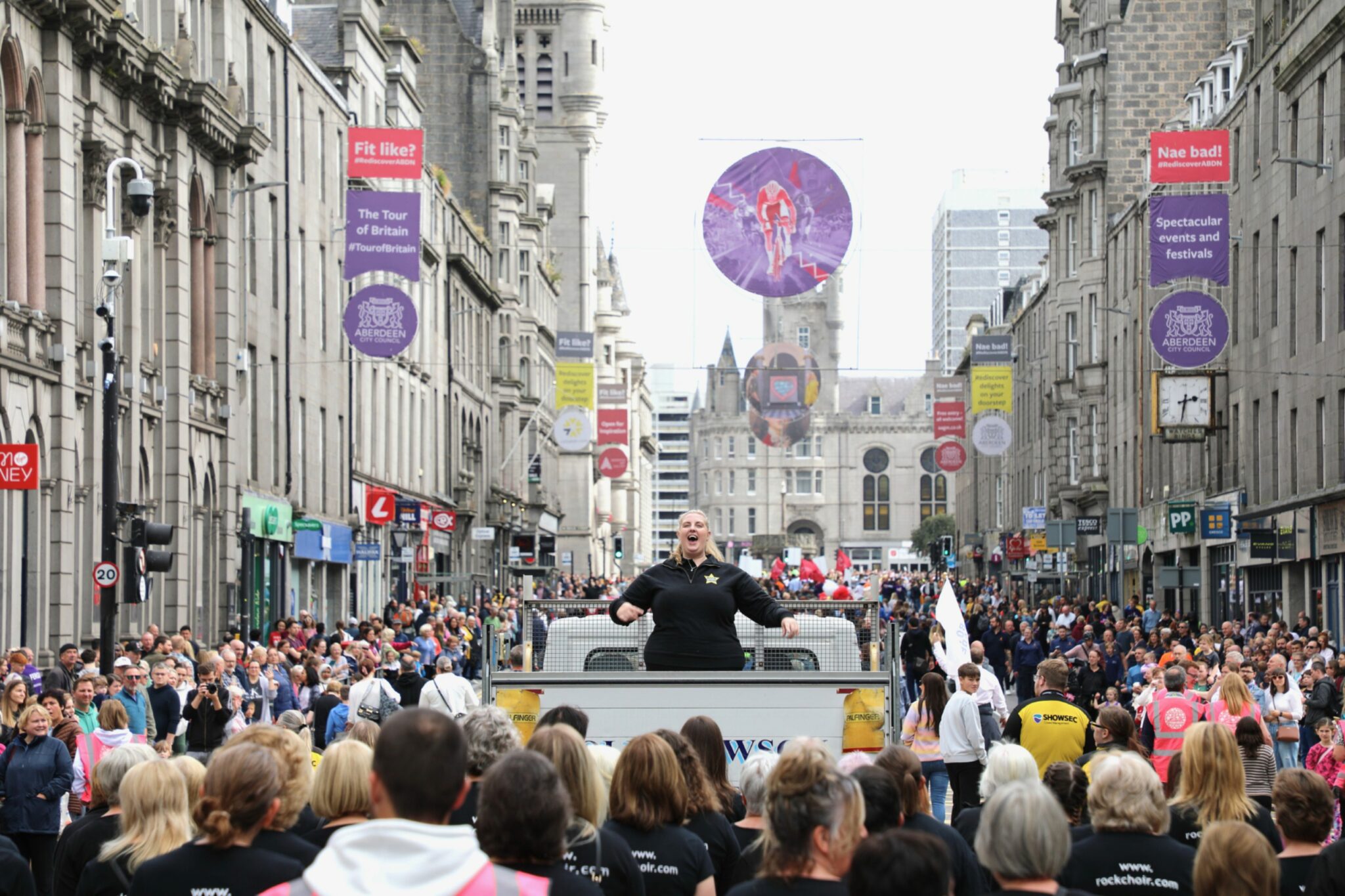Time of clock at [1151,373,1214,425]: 2:31
